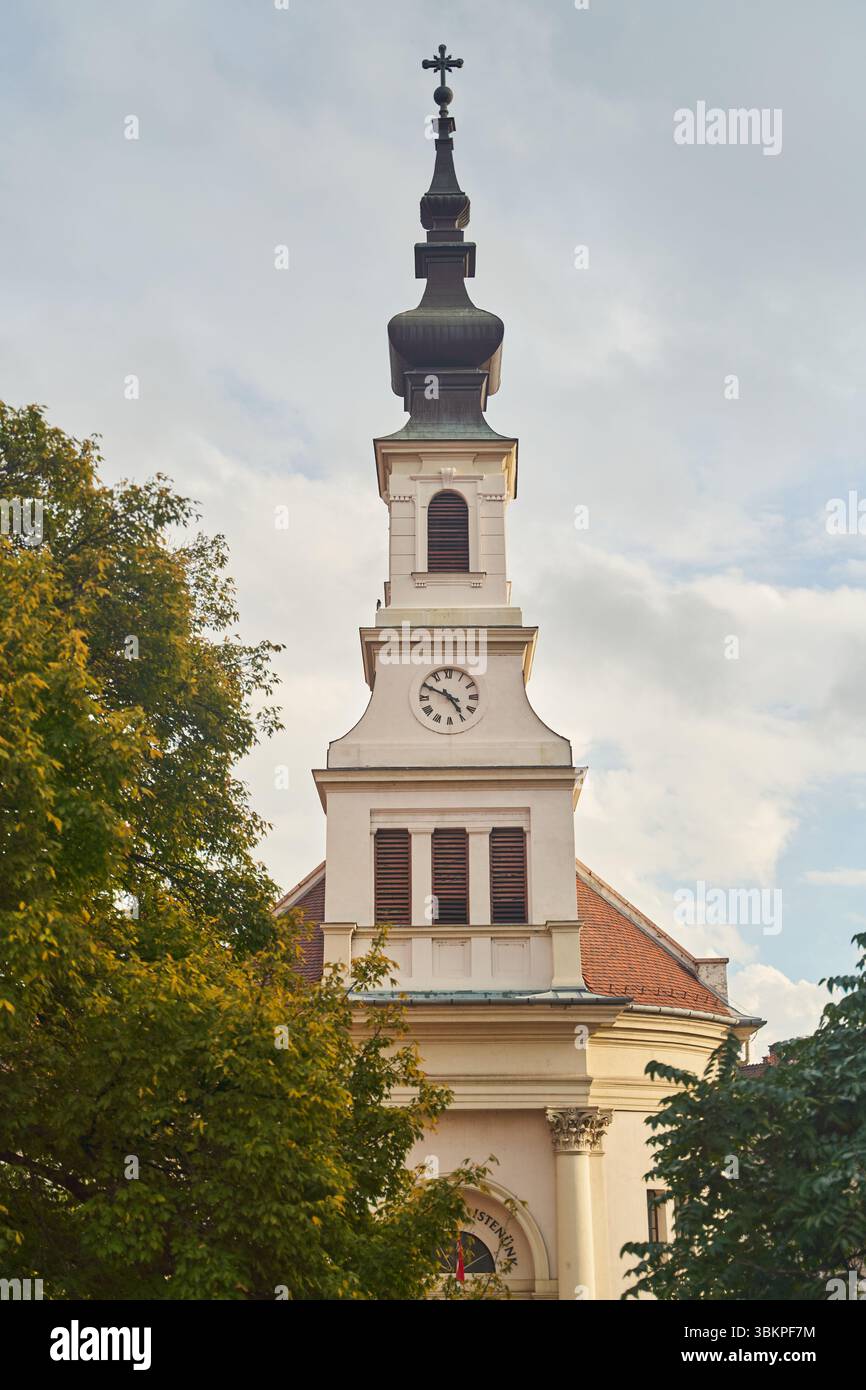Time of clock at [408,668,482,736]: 4:49
